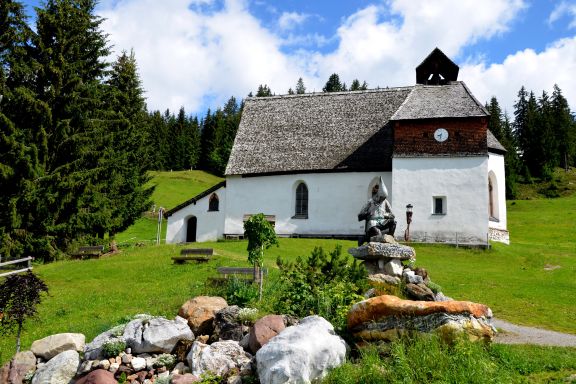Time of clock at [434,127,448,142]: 8:32
